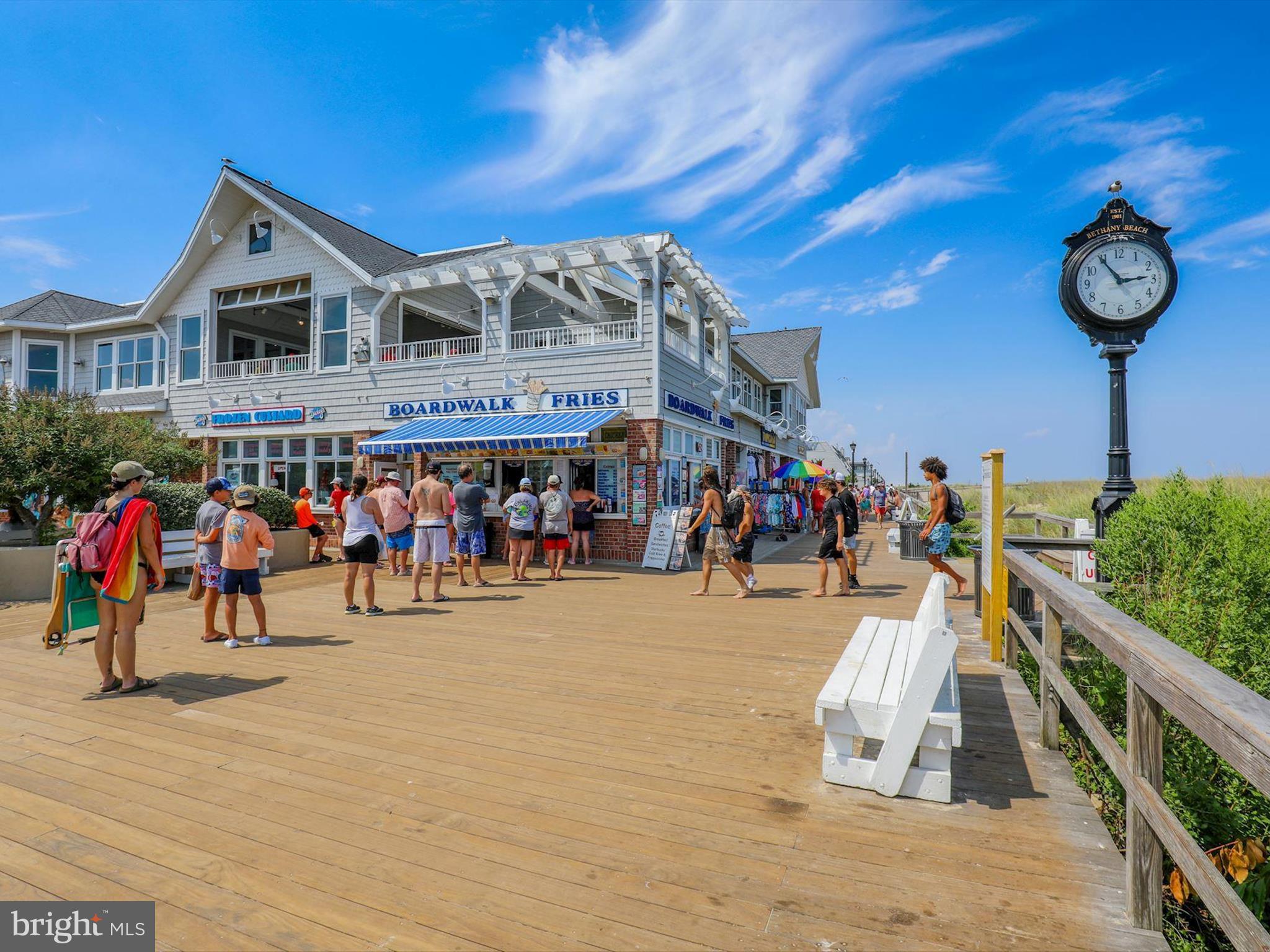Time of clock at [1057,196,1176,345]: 2:54
